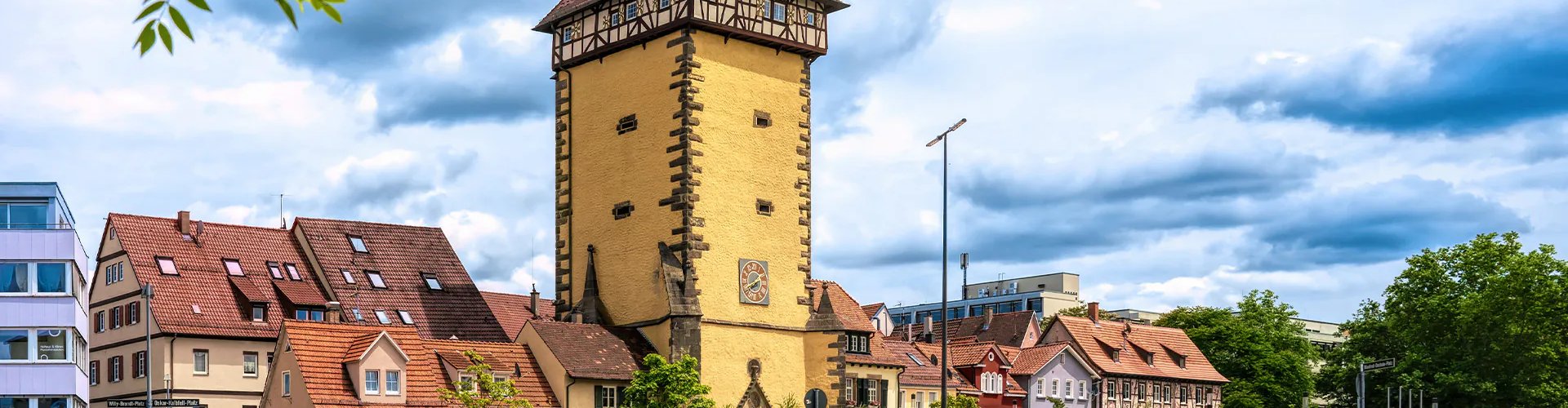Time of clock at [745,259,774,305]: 7:41
